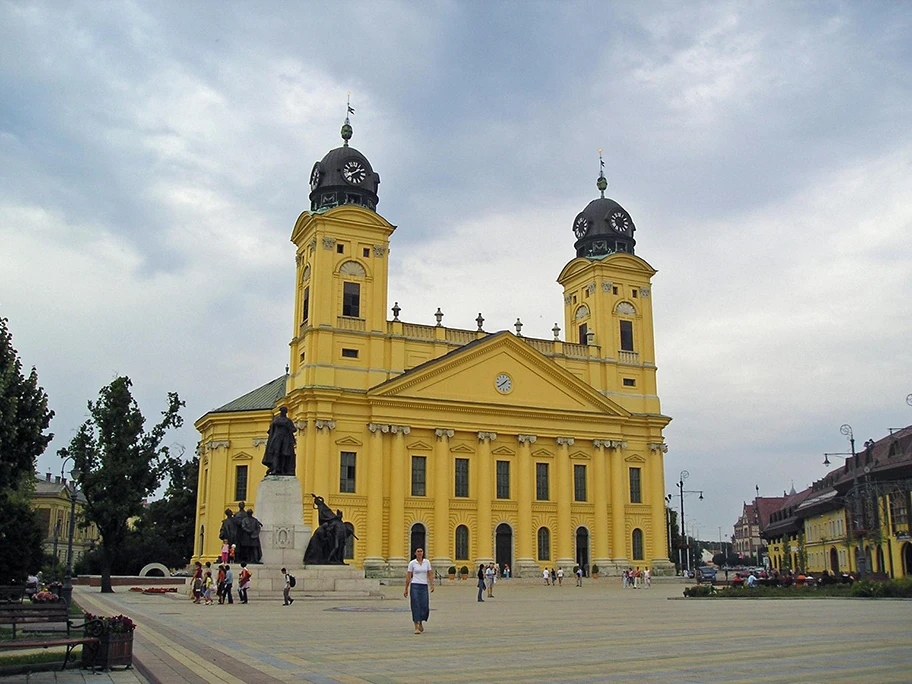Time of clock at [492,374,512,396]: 1:39
